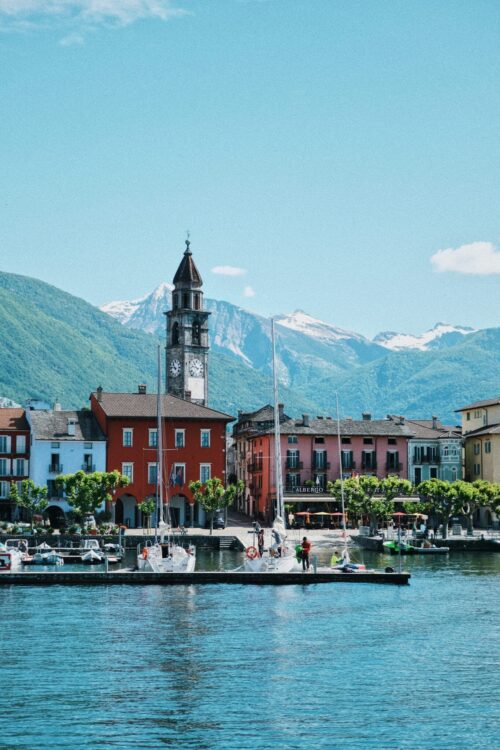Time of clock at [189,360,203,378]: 10:47
